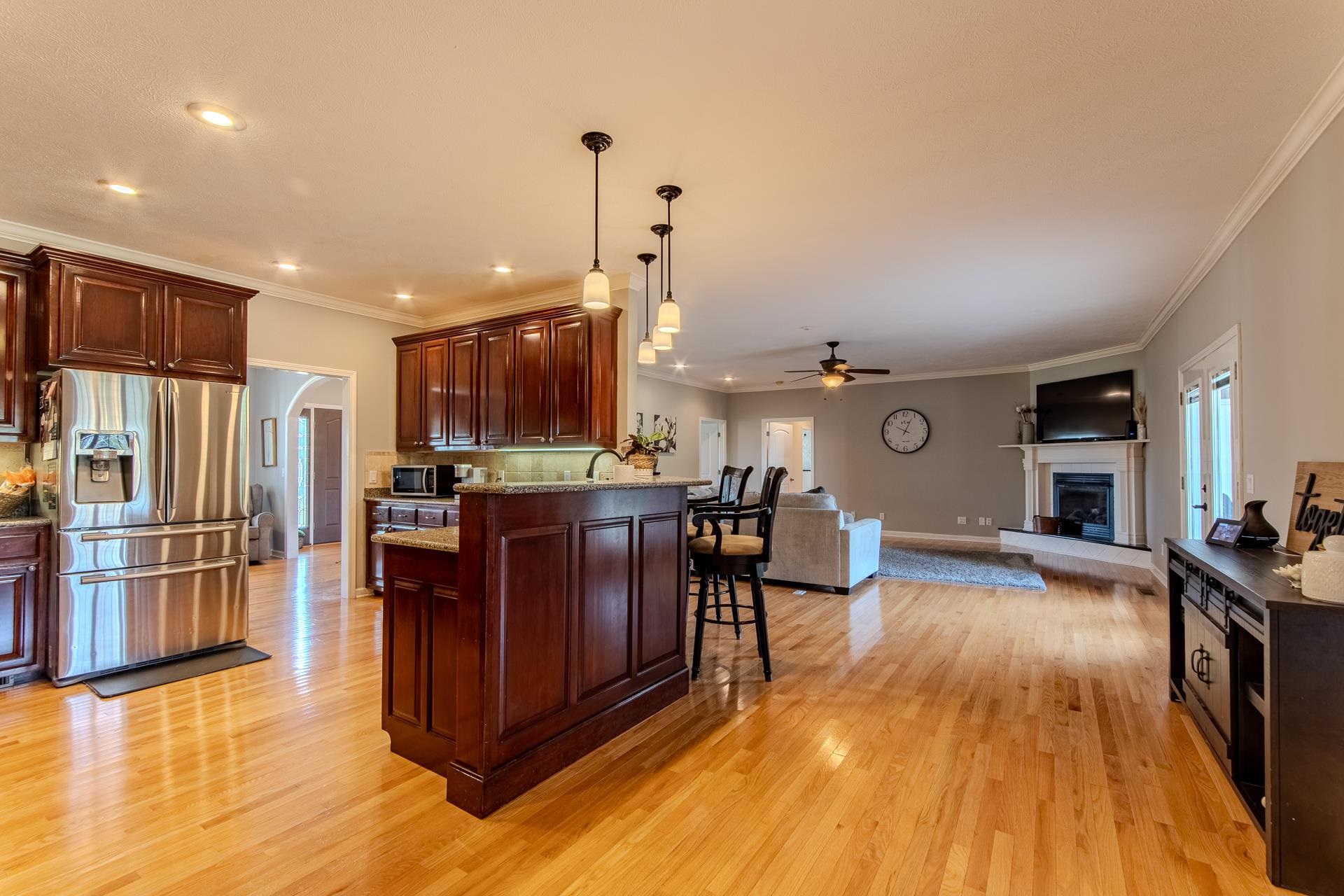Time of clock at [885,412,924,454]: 10:04
